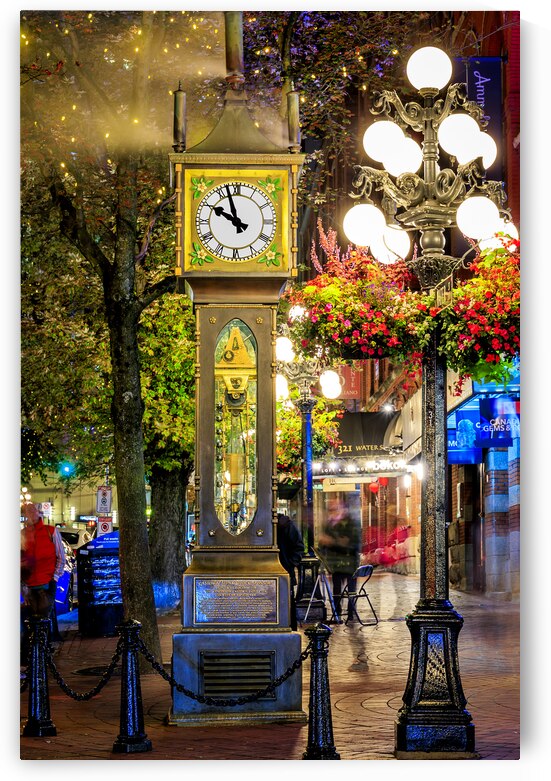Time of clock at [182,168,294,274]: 9:57
